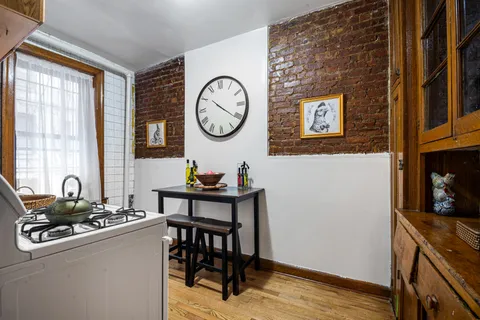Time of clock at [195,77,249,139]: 10:20
